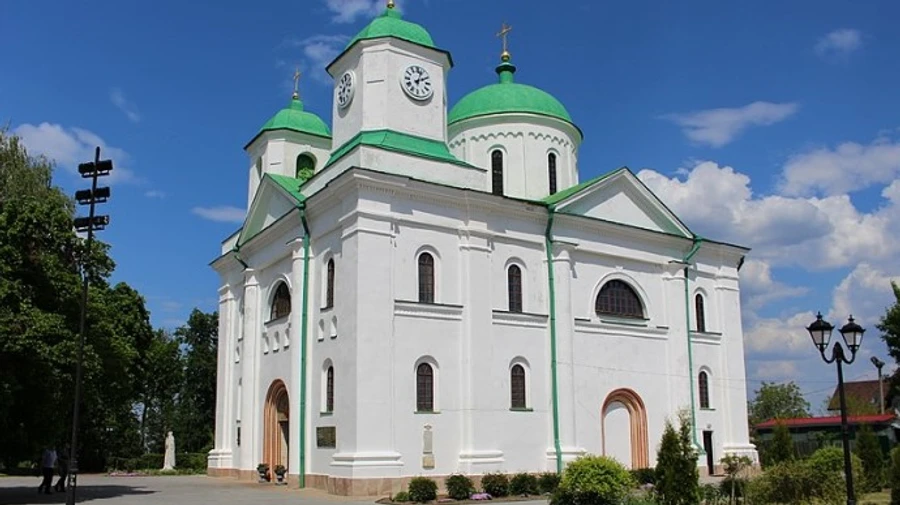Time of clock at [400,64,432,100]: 2:03
